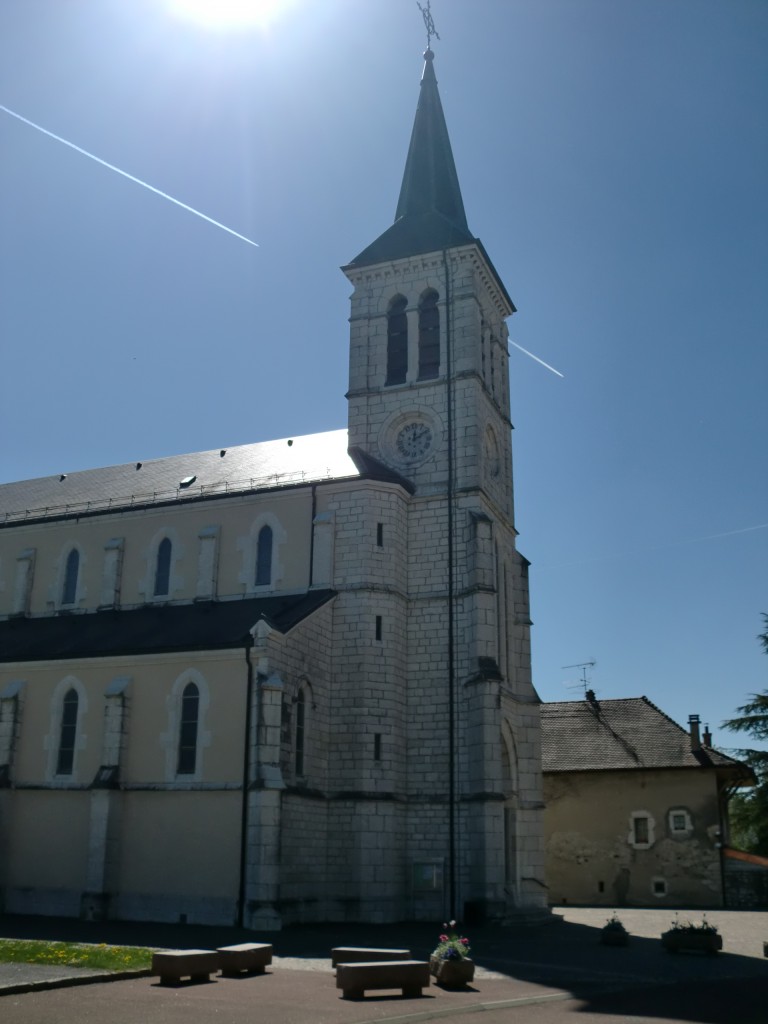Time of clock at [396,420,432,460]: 12:09
